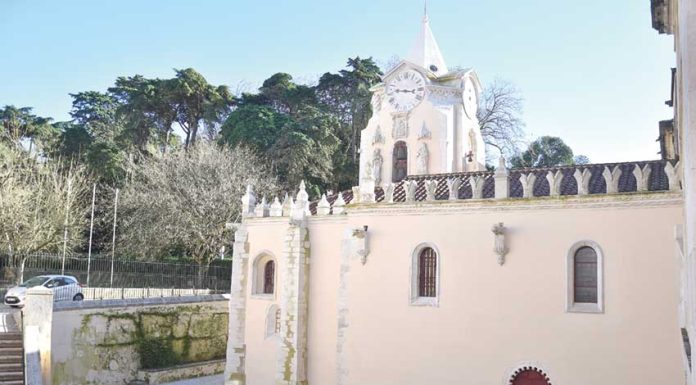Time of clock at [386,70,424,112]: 9:16
